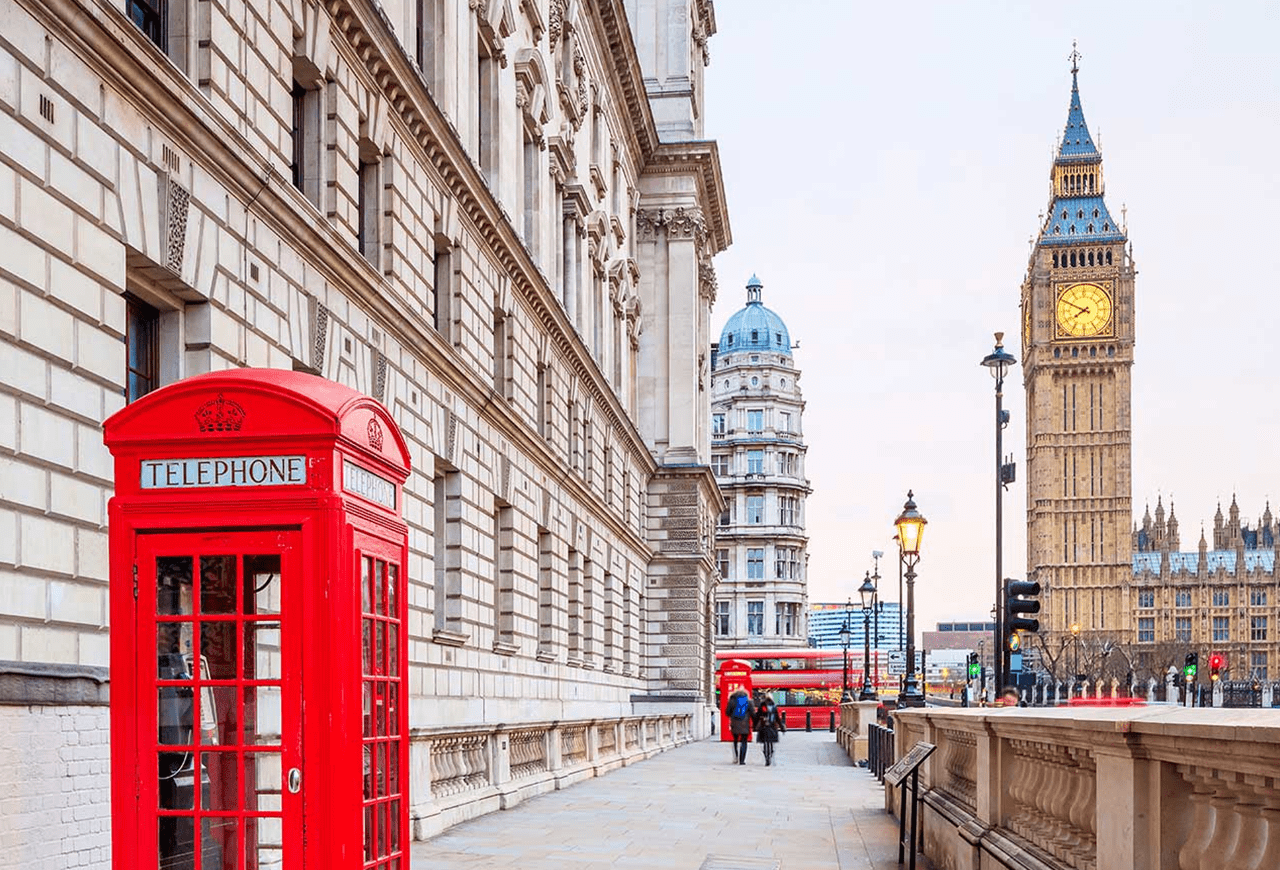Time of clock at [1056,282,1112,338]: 7:49
